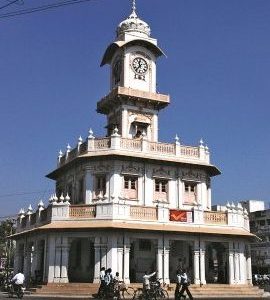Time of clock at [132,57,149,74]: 11:36
